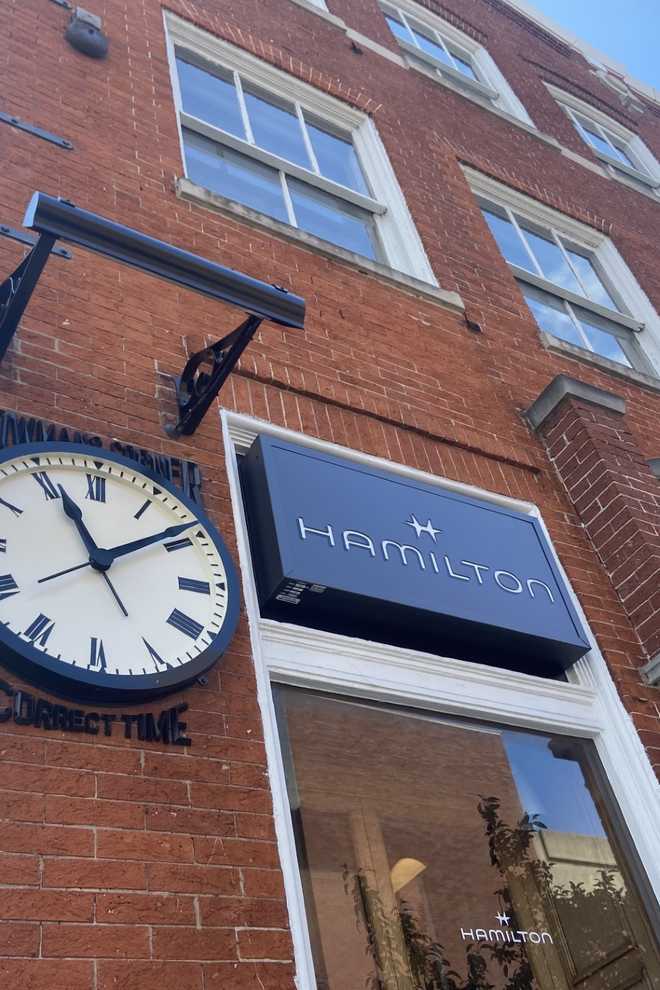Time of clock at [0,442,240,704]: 11:08
